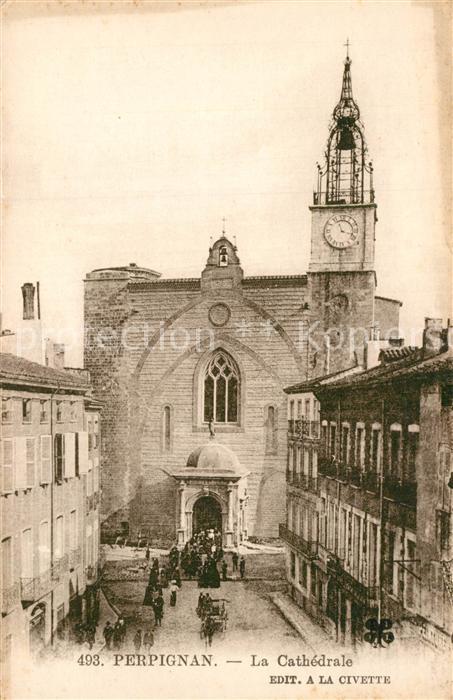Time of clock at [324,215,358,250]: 11:17
